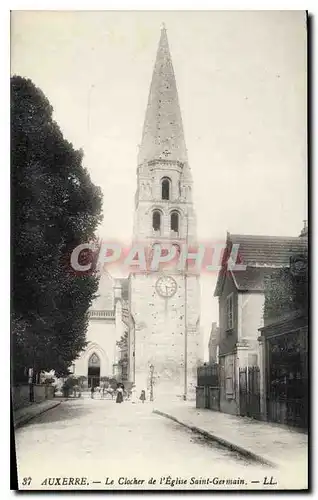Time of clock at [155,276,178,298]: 3:28
